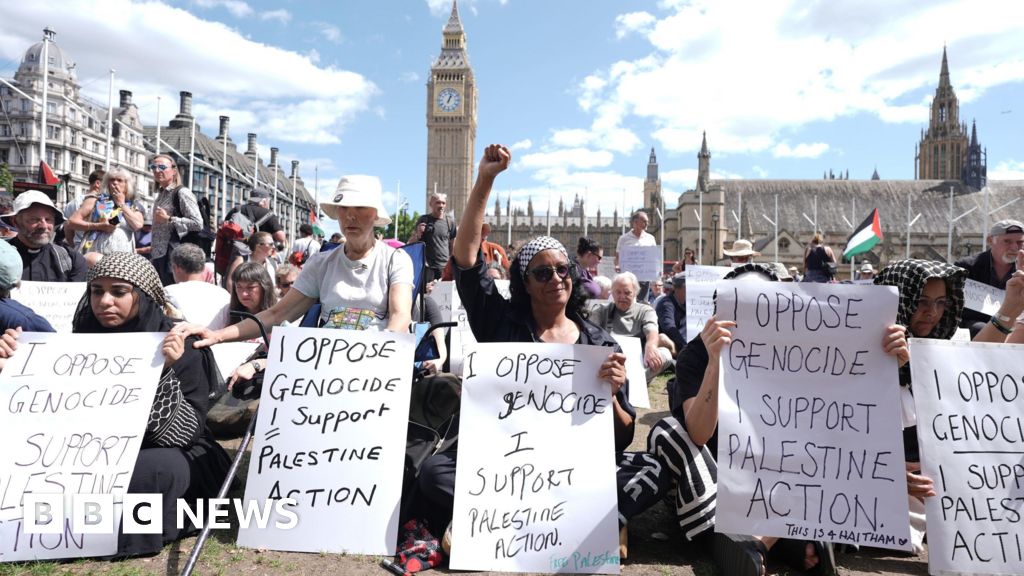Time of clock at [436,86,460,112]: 1:02
